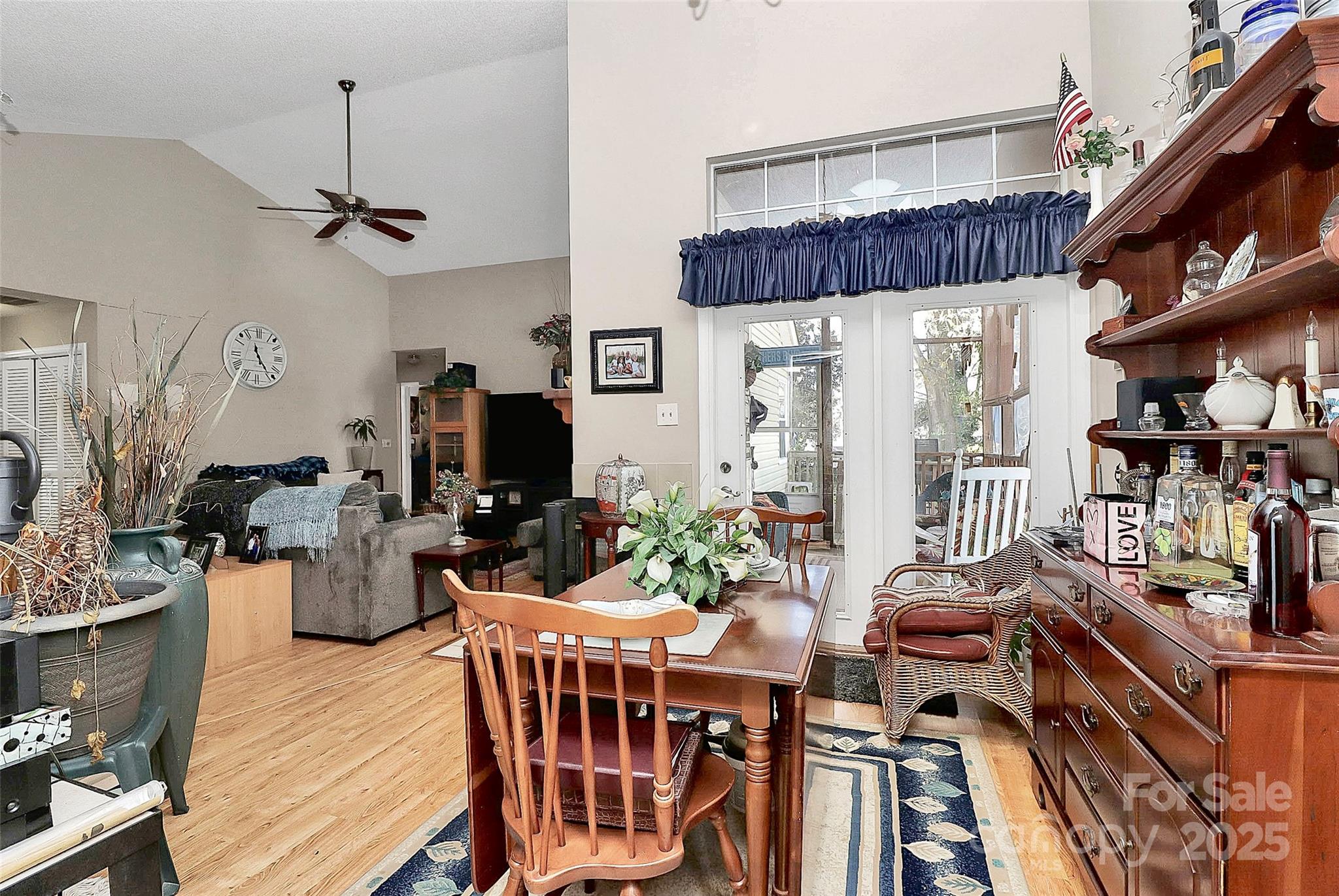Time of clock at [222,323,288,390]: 11:24
